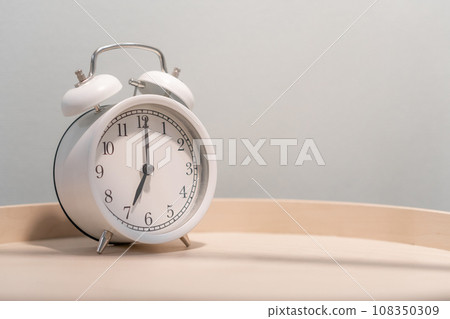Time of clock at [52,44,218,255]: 7:00
